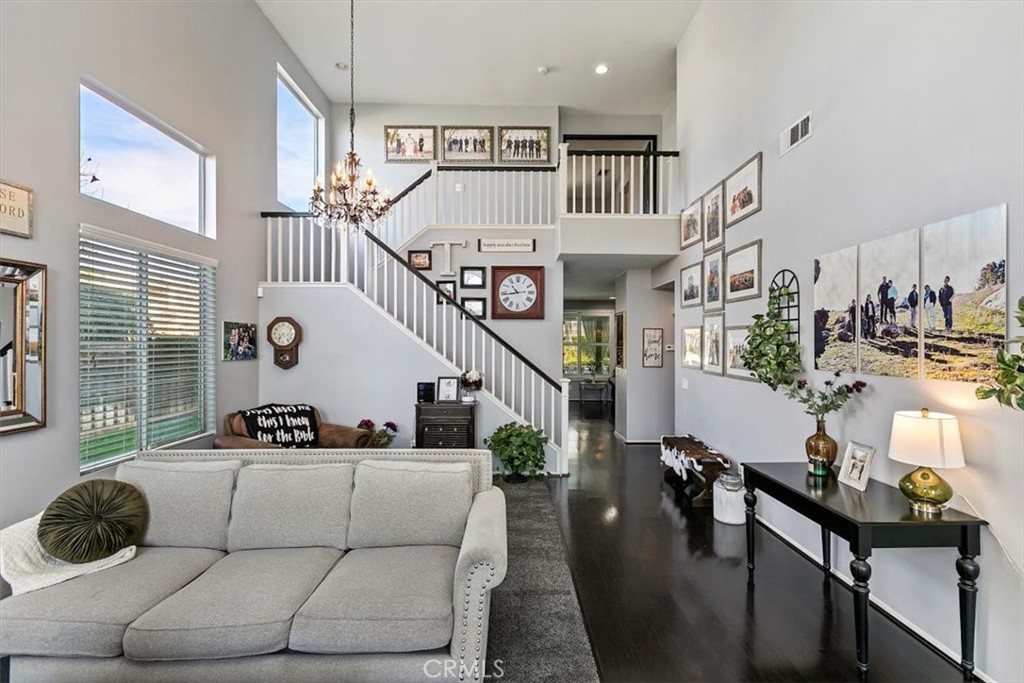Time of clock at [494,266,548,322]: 10:43
